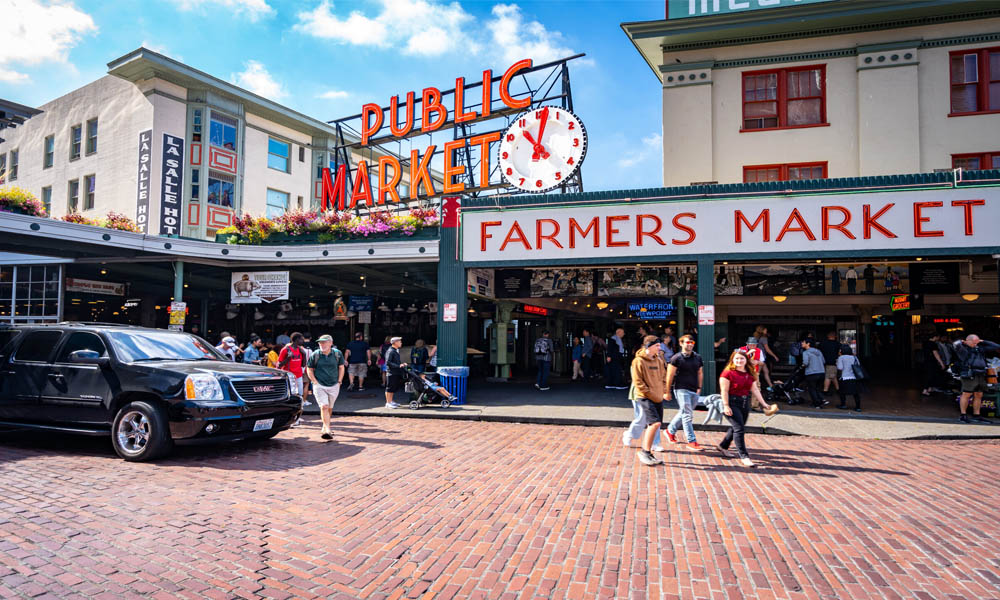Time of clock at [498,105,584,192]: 11:02
